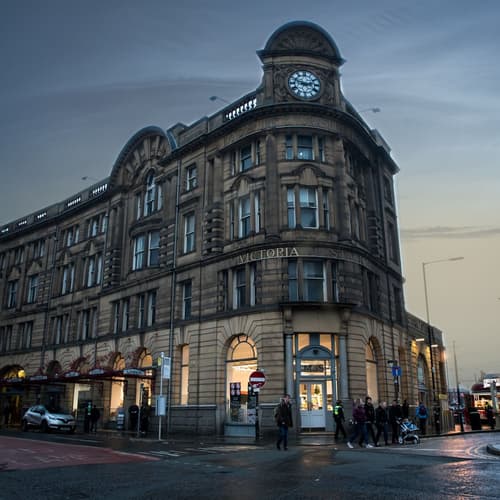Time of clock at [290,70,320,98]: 2:48
